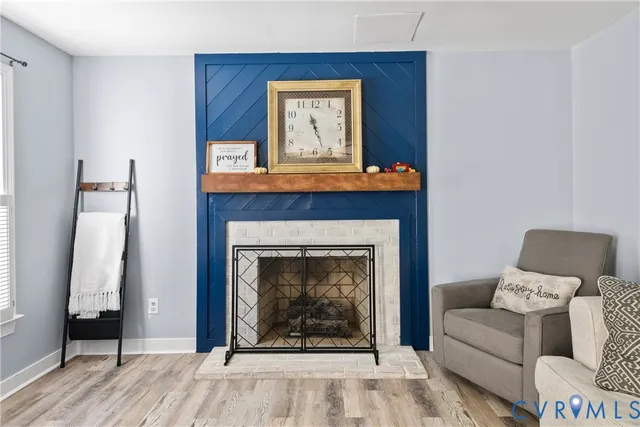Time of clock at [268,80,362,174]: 11:26
